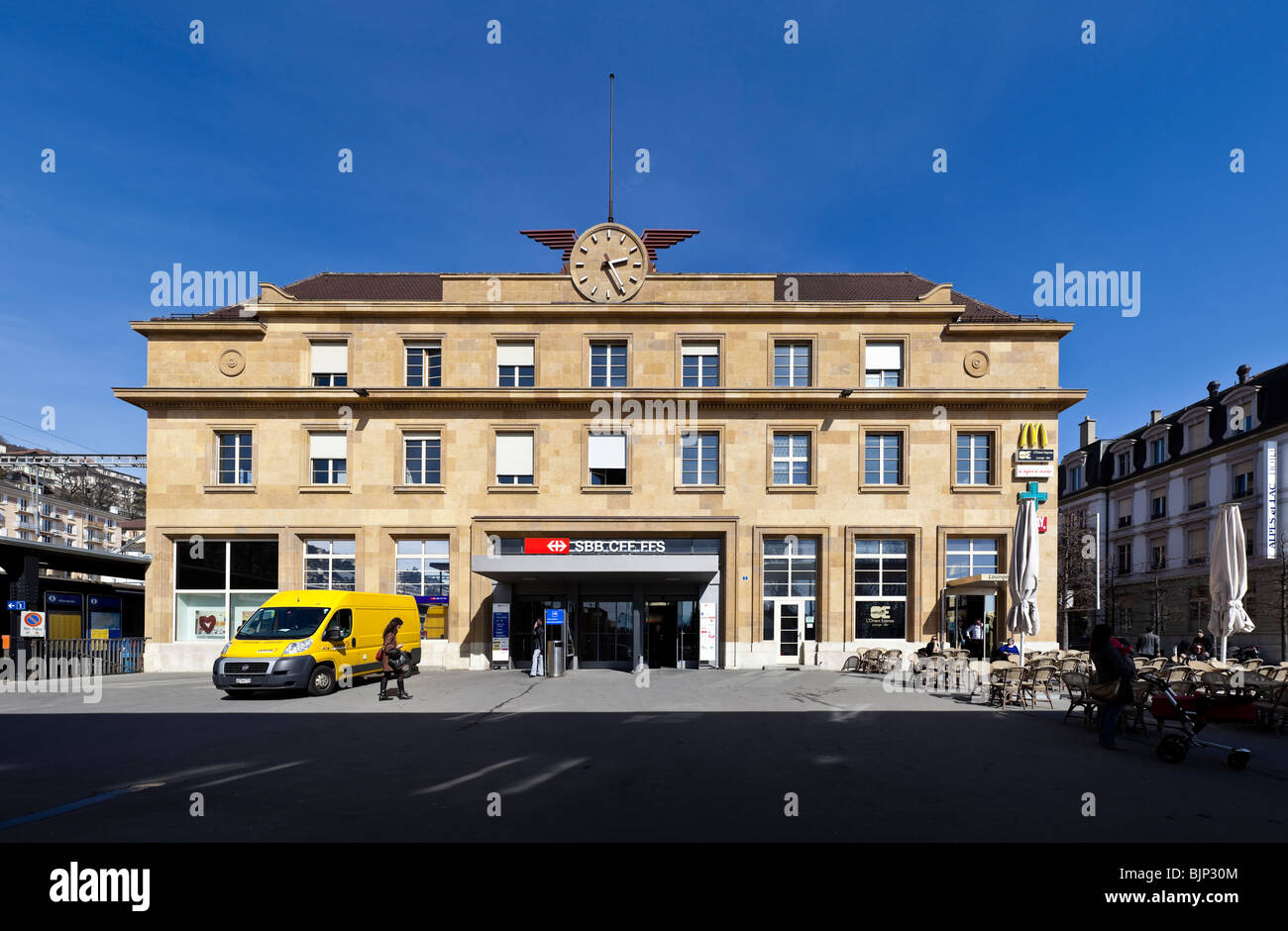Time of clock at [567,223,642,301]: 2:25
